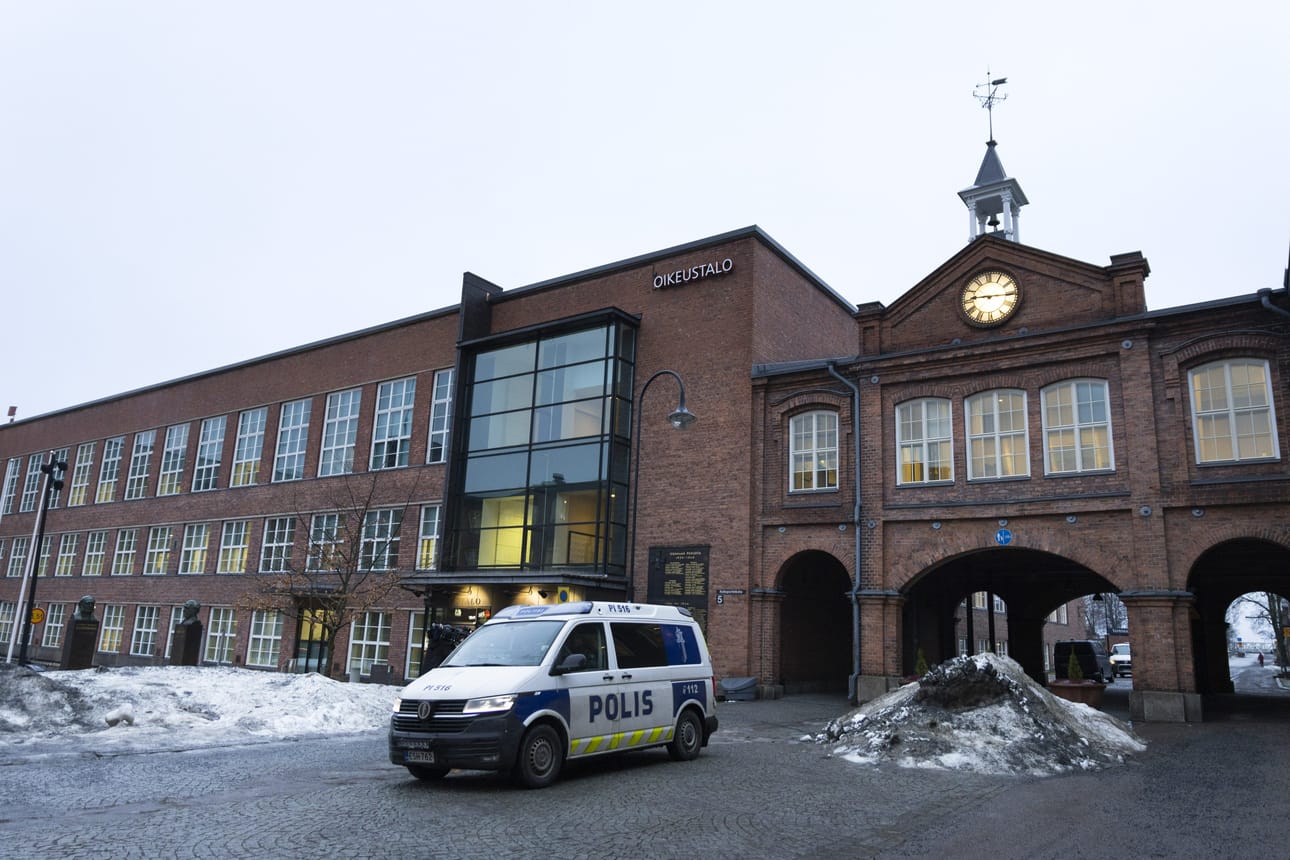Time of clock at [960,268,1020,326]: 9:15
